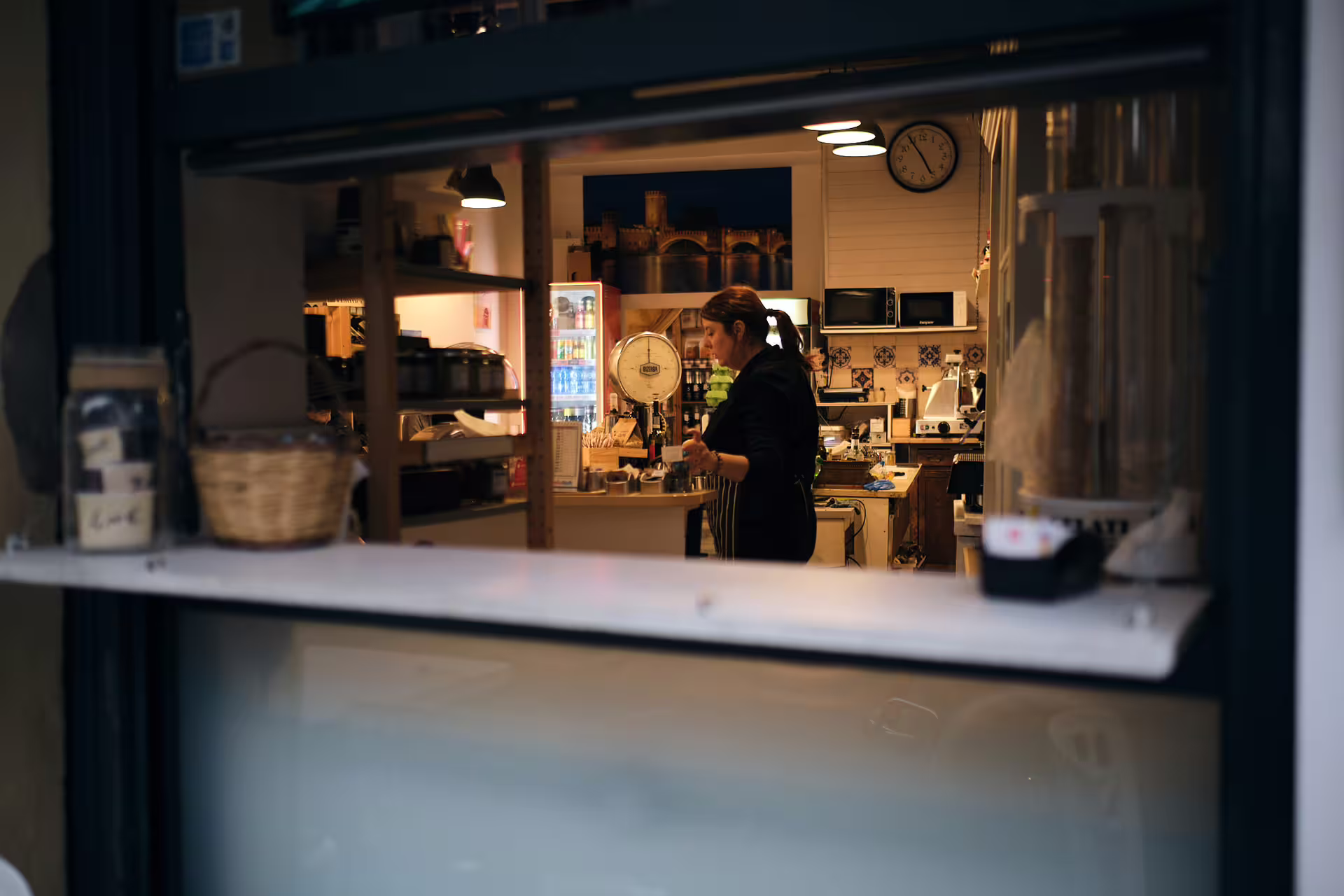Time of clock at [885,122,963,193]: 4:54
